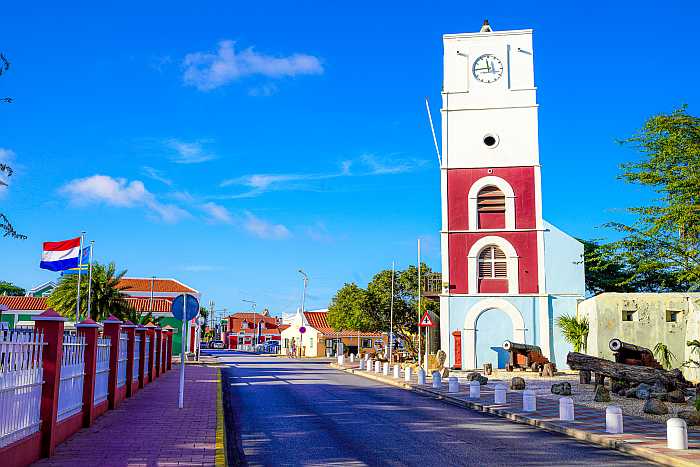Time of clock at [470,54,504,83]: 11:45
